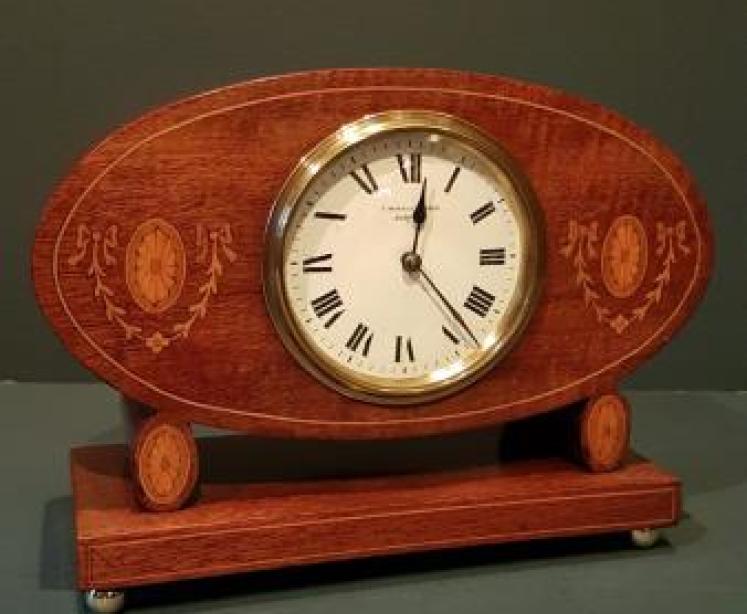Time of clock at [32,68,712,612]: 12:23
